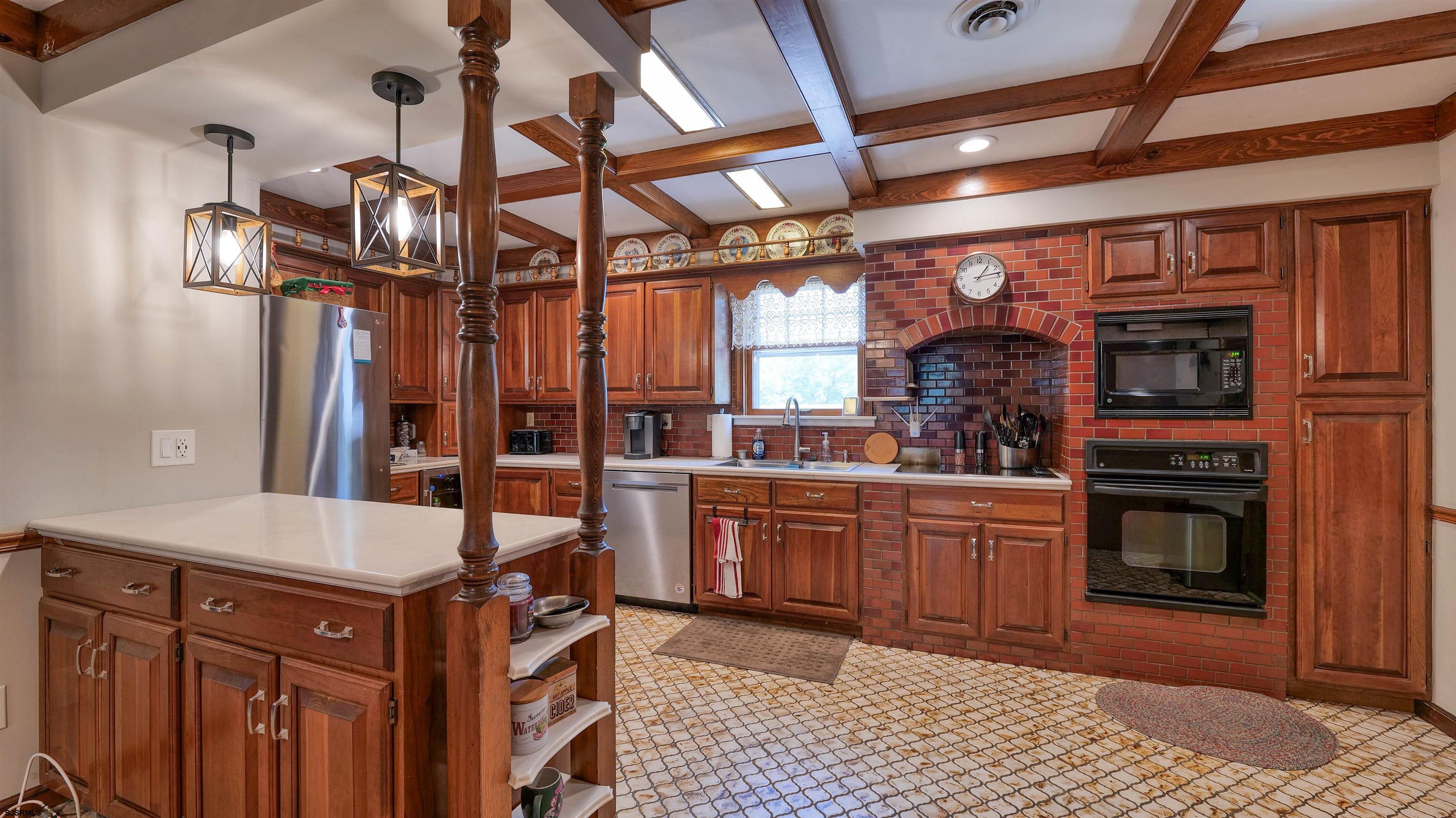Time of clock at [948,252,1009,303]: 1:13
